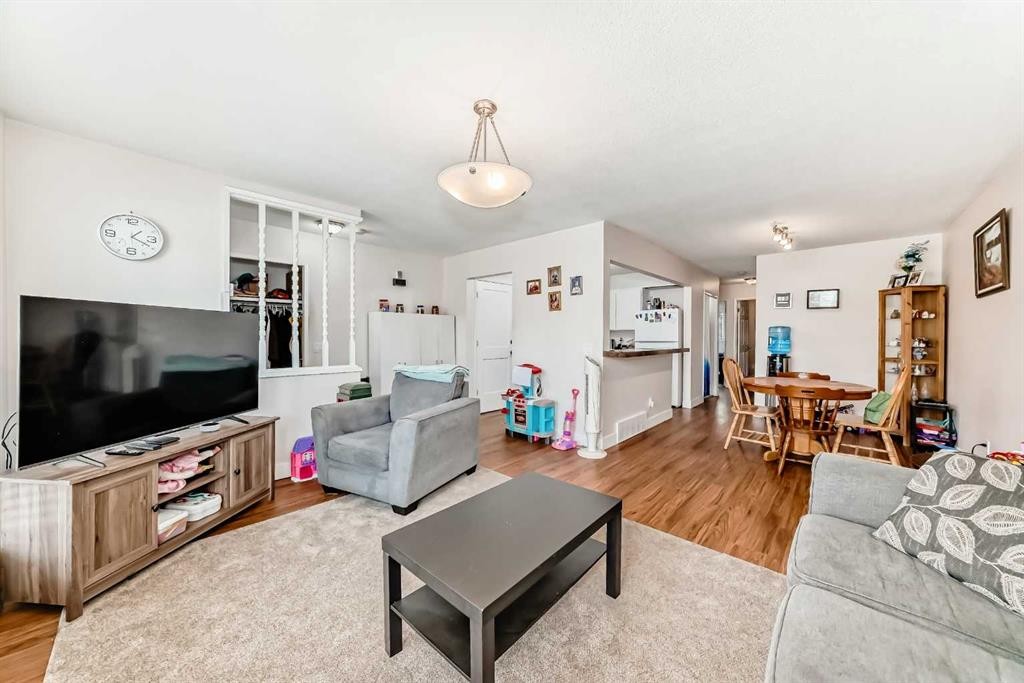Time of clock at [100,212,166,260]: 1:19
